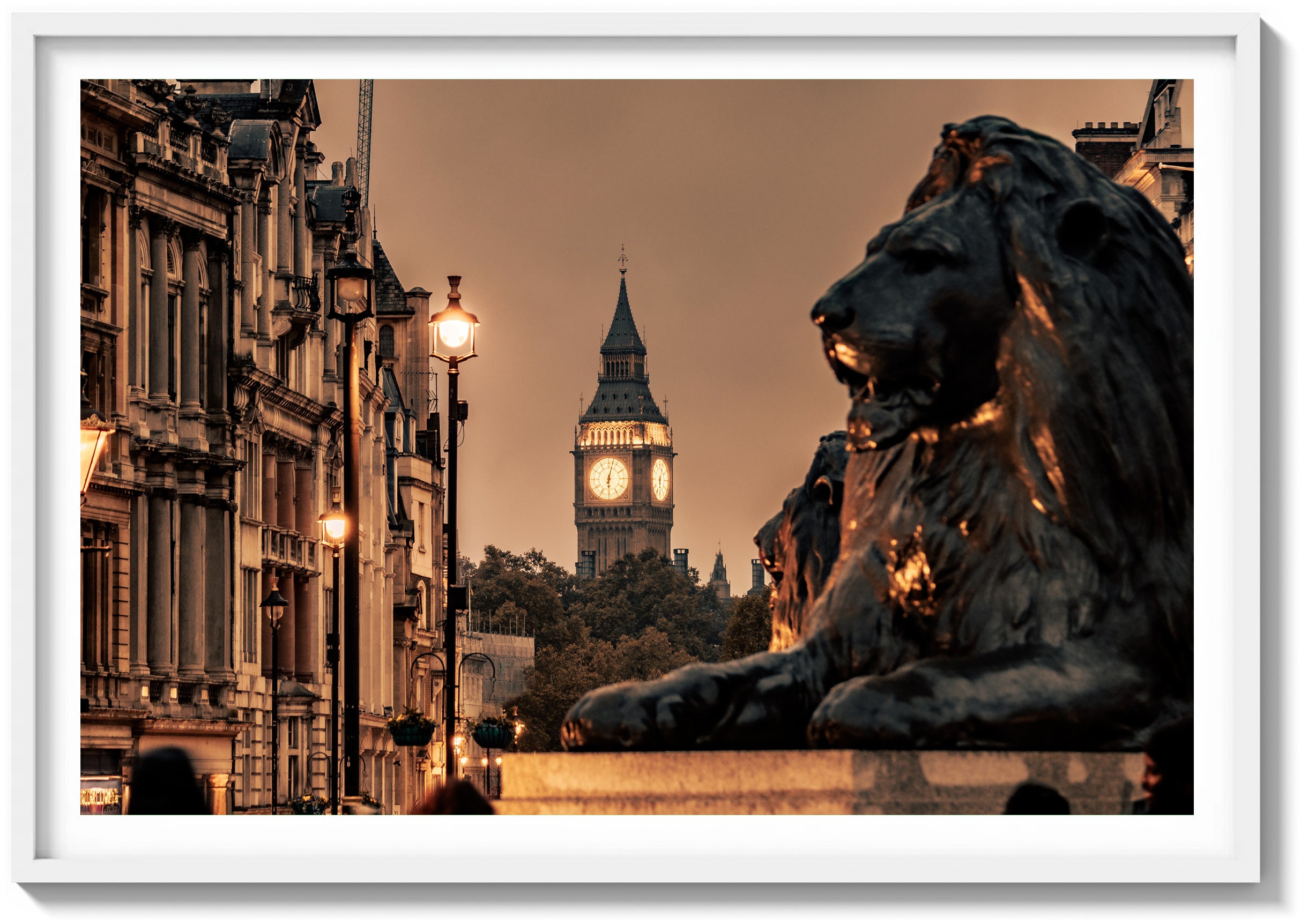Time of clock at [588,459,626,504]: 6:02
